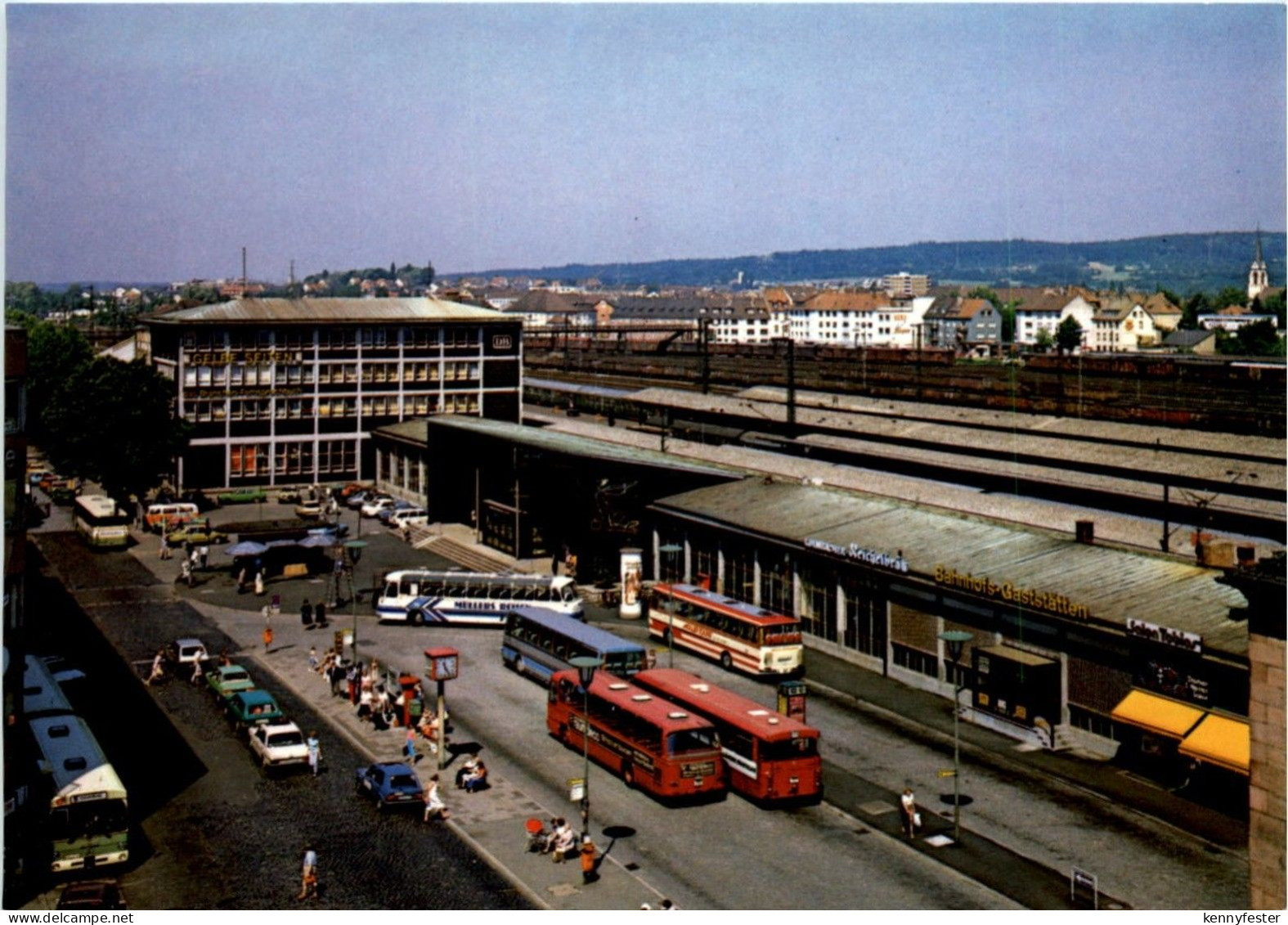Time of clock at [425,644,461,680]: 11:25
